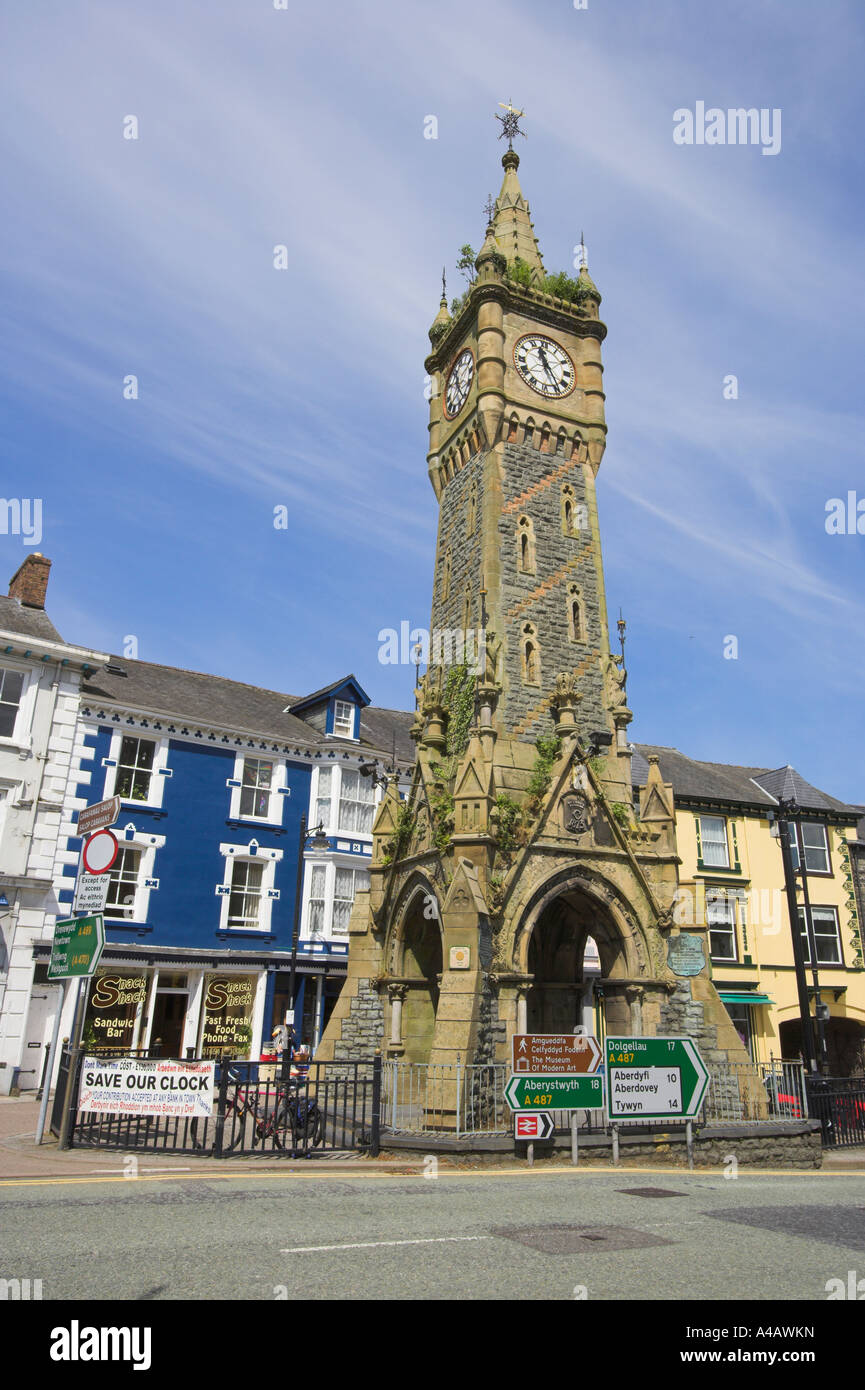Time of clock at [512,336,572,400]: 11:24
